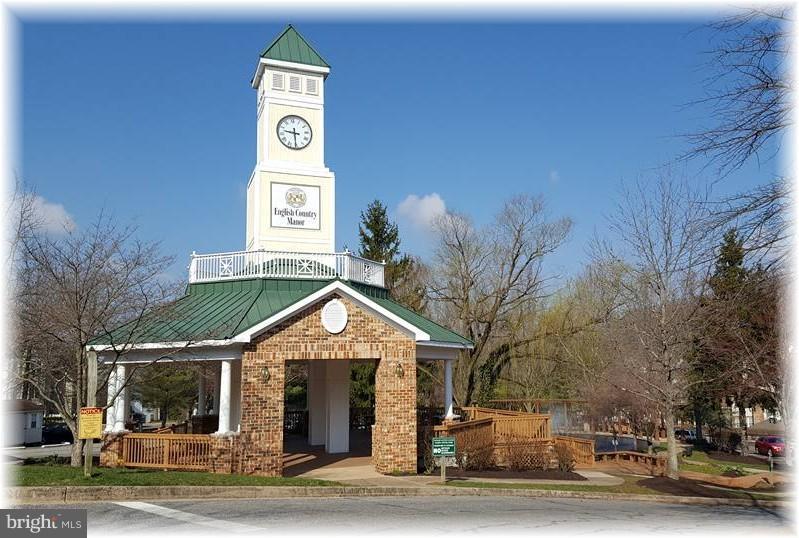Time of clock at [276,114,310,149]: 9:30
